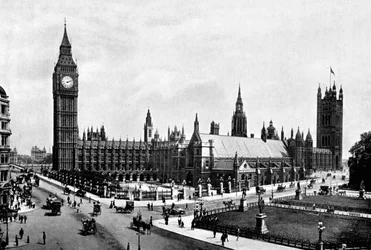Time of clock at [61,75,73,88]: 2:11
